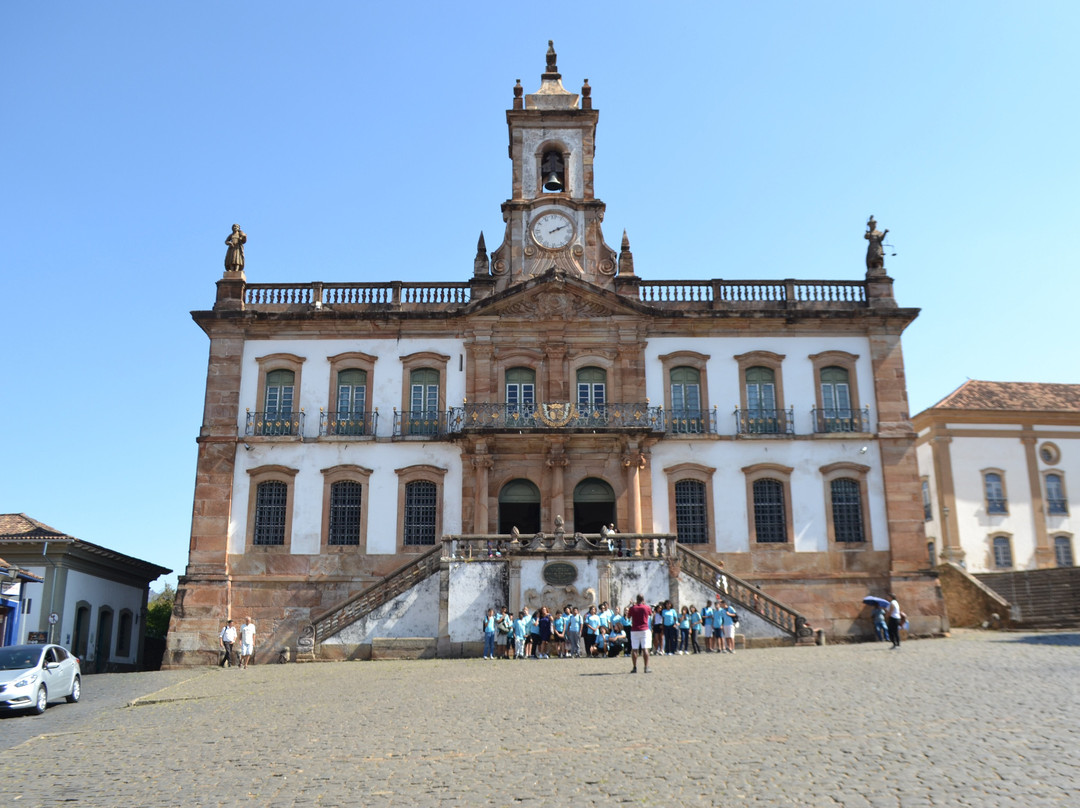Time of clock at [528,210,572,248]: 2:11
